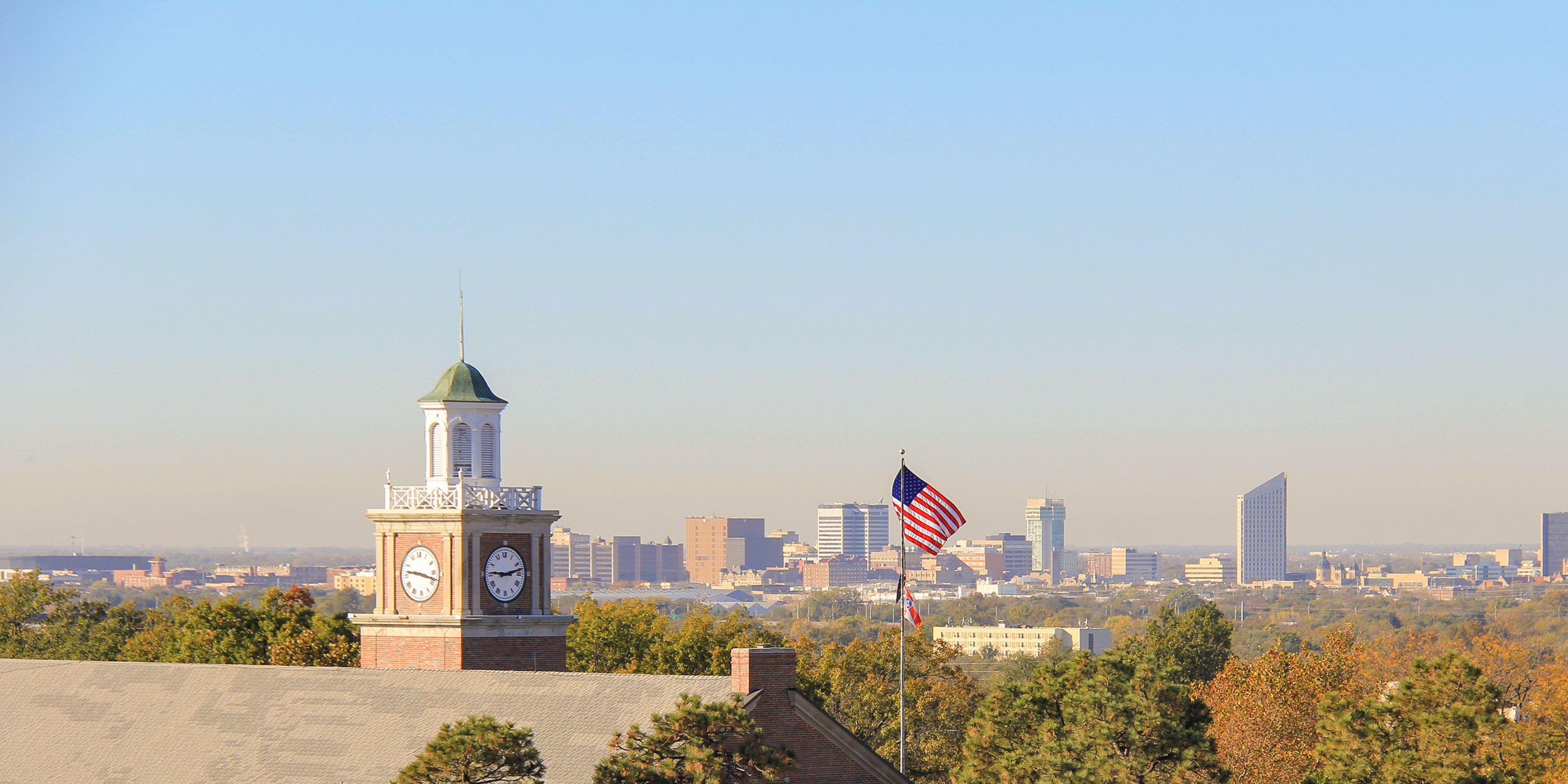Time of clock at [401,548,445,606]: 9:17
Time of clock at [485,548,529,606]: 9:12
